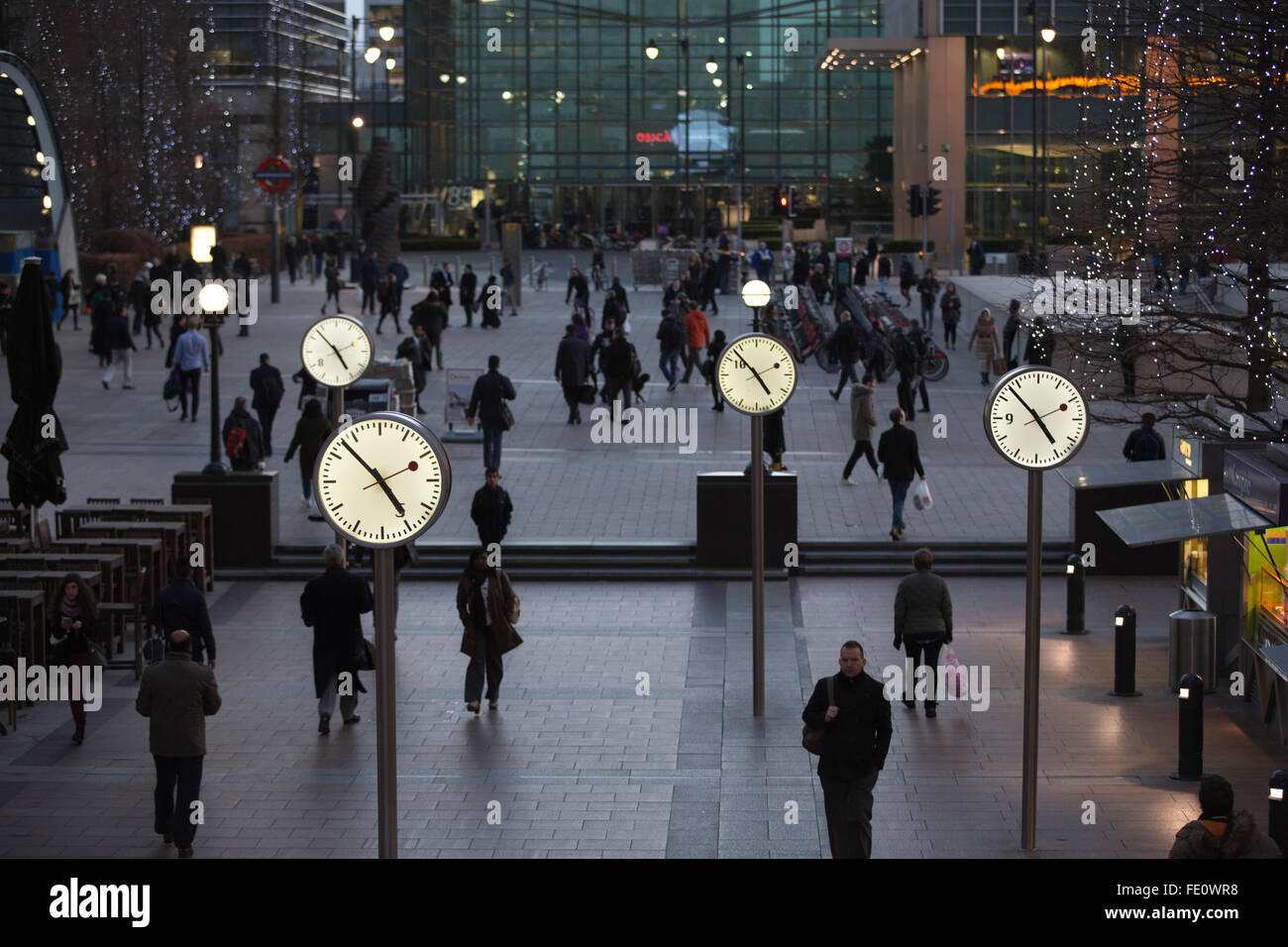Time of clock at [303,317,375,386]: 4:52
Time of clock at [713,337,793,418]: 4:52
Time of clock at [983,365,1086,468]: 4:52
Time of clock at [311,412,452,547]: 4:52
